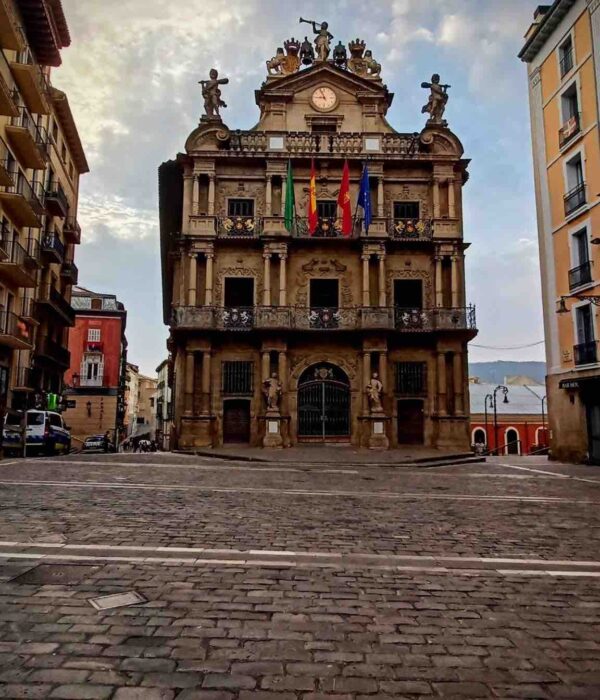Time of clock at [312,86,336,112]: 8:56
